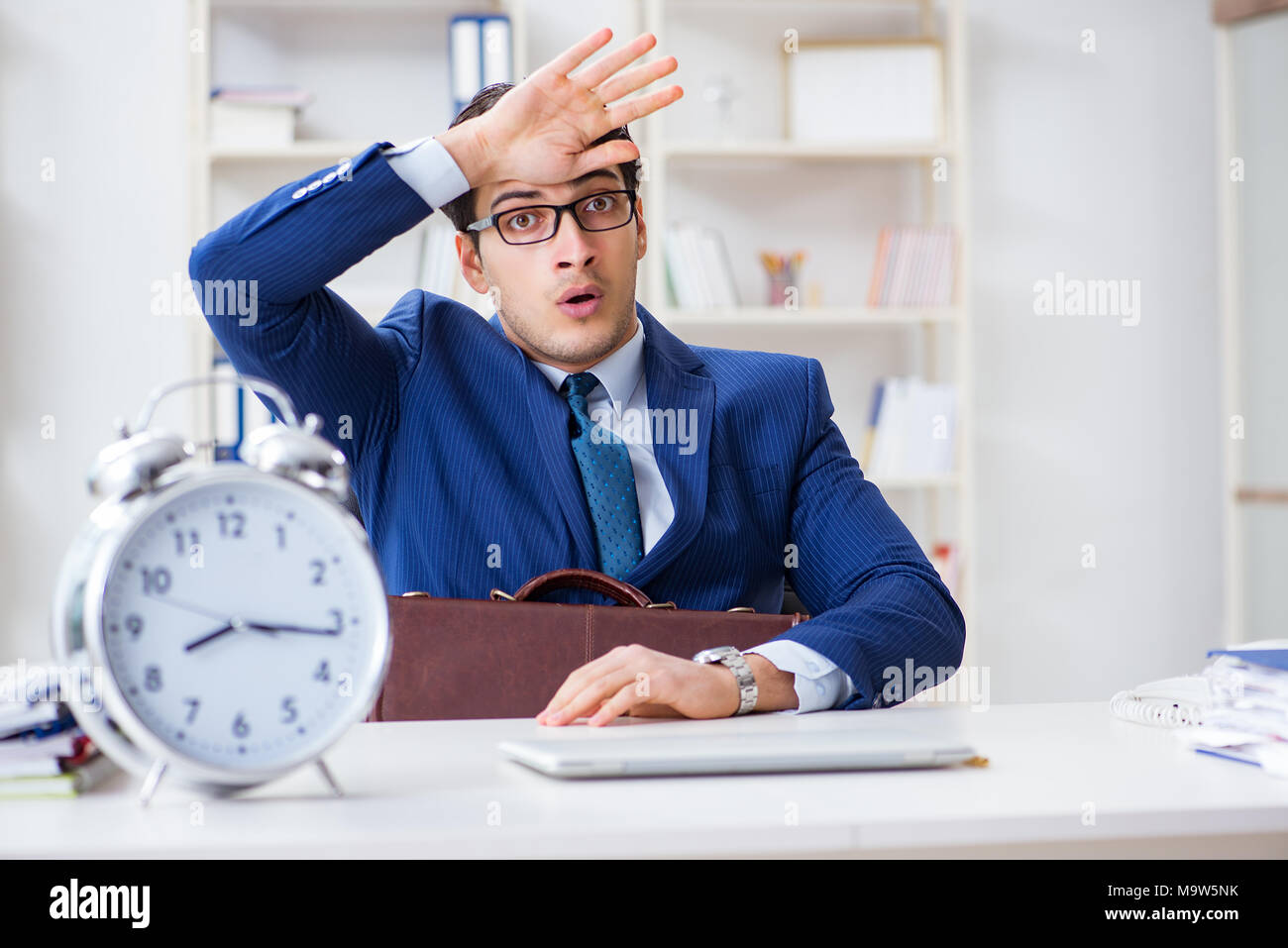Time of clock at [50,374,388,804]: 8:16
